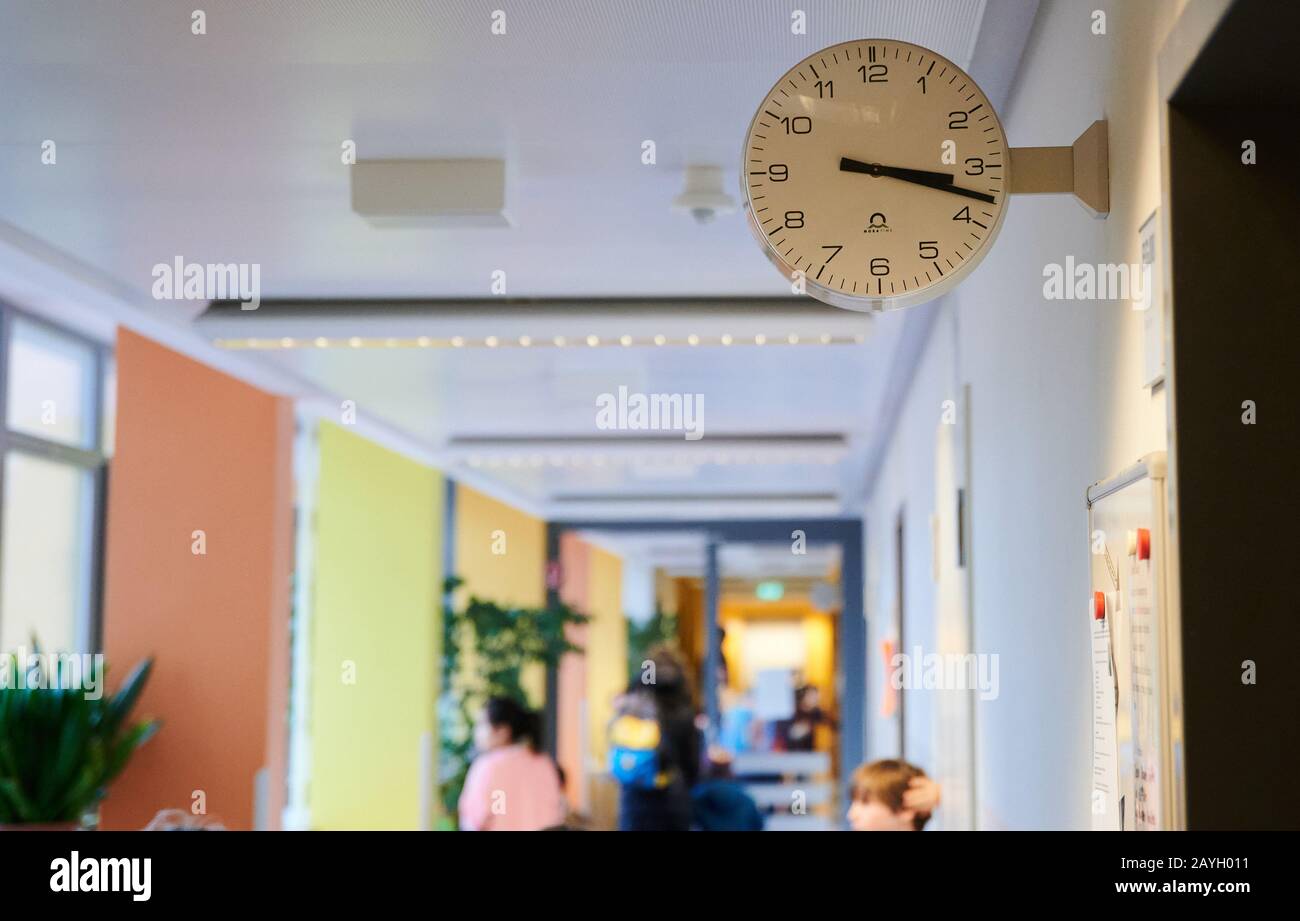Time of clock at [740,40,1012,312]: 3:17
